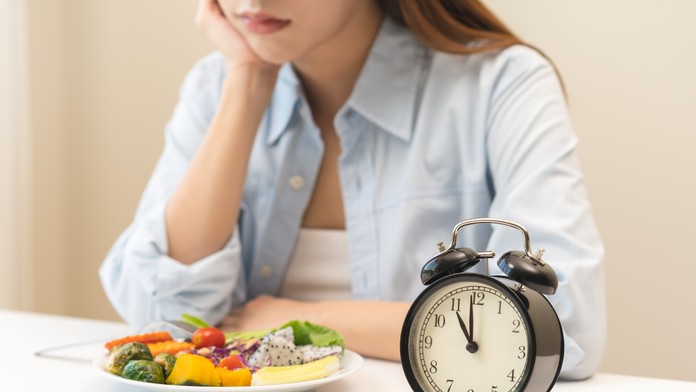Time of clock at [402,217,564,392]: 10:59
